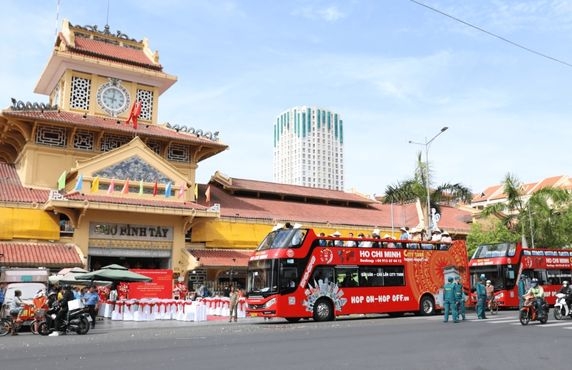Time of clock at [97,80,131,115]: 9:01
